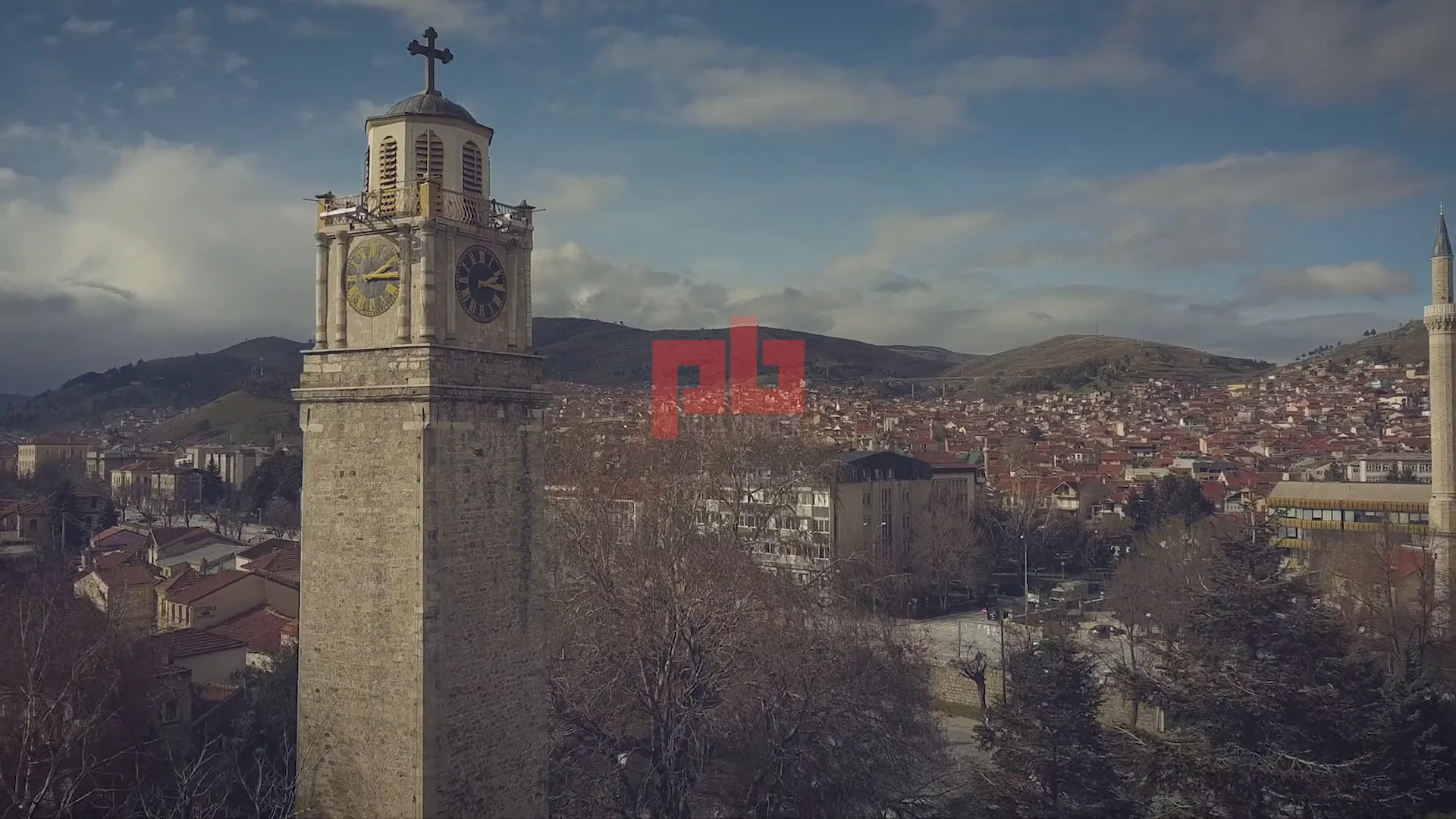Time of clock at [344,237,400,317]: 2:14
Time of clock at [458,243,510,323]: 2:15
